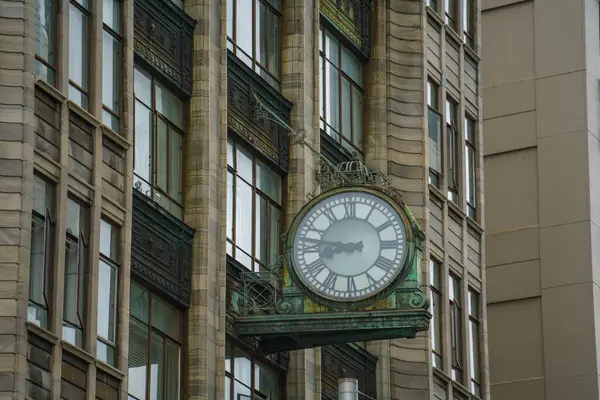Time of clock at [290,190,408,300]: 8:46
